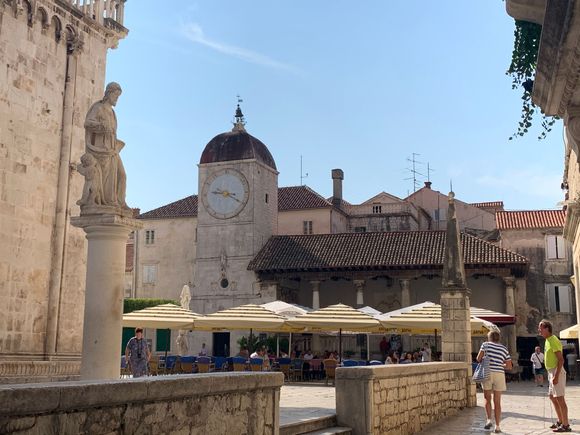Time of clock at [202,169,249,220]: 9:20
